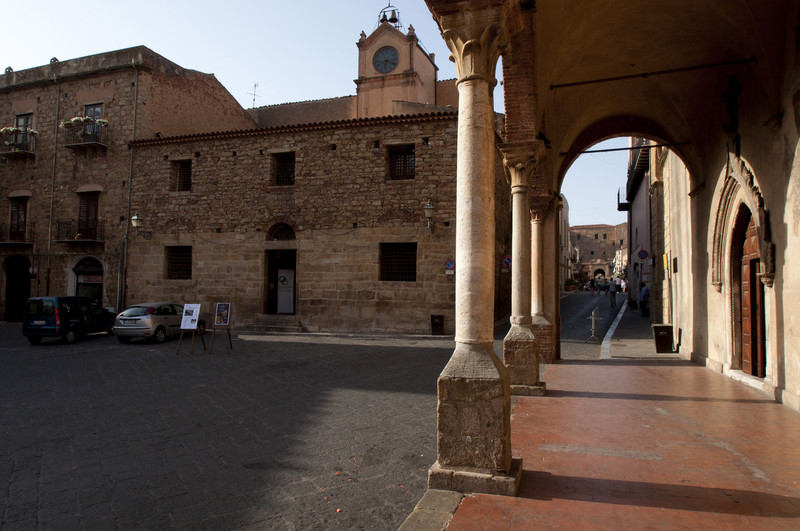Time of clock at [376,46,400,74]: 6:18
